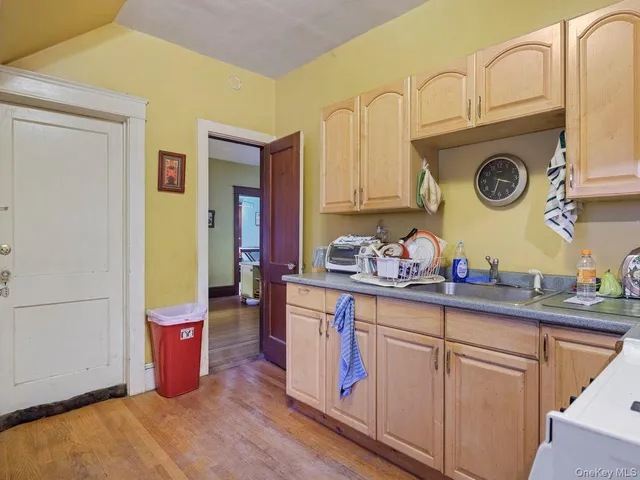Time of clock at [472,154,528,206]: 3:33
